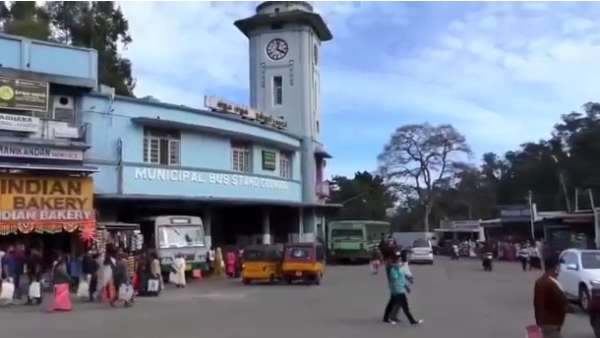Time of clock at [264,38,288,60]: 4:02
